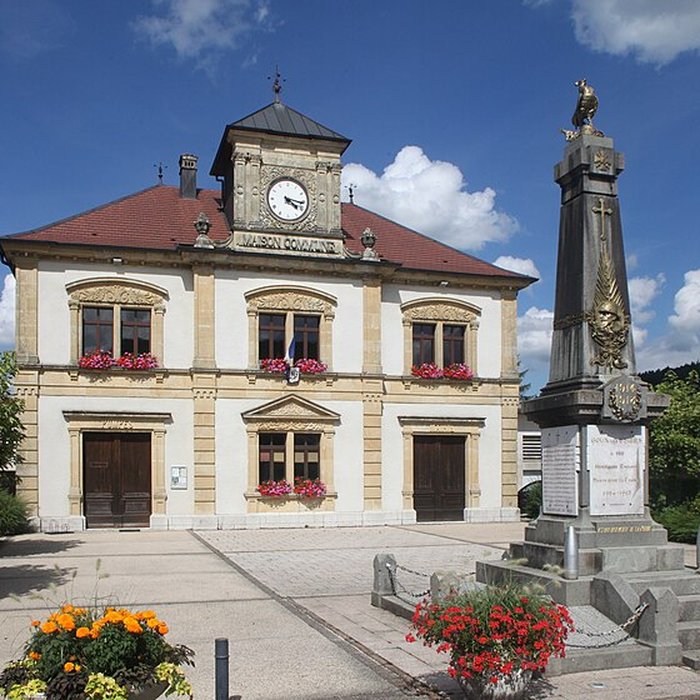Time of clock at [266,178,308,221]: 4:16
